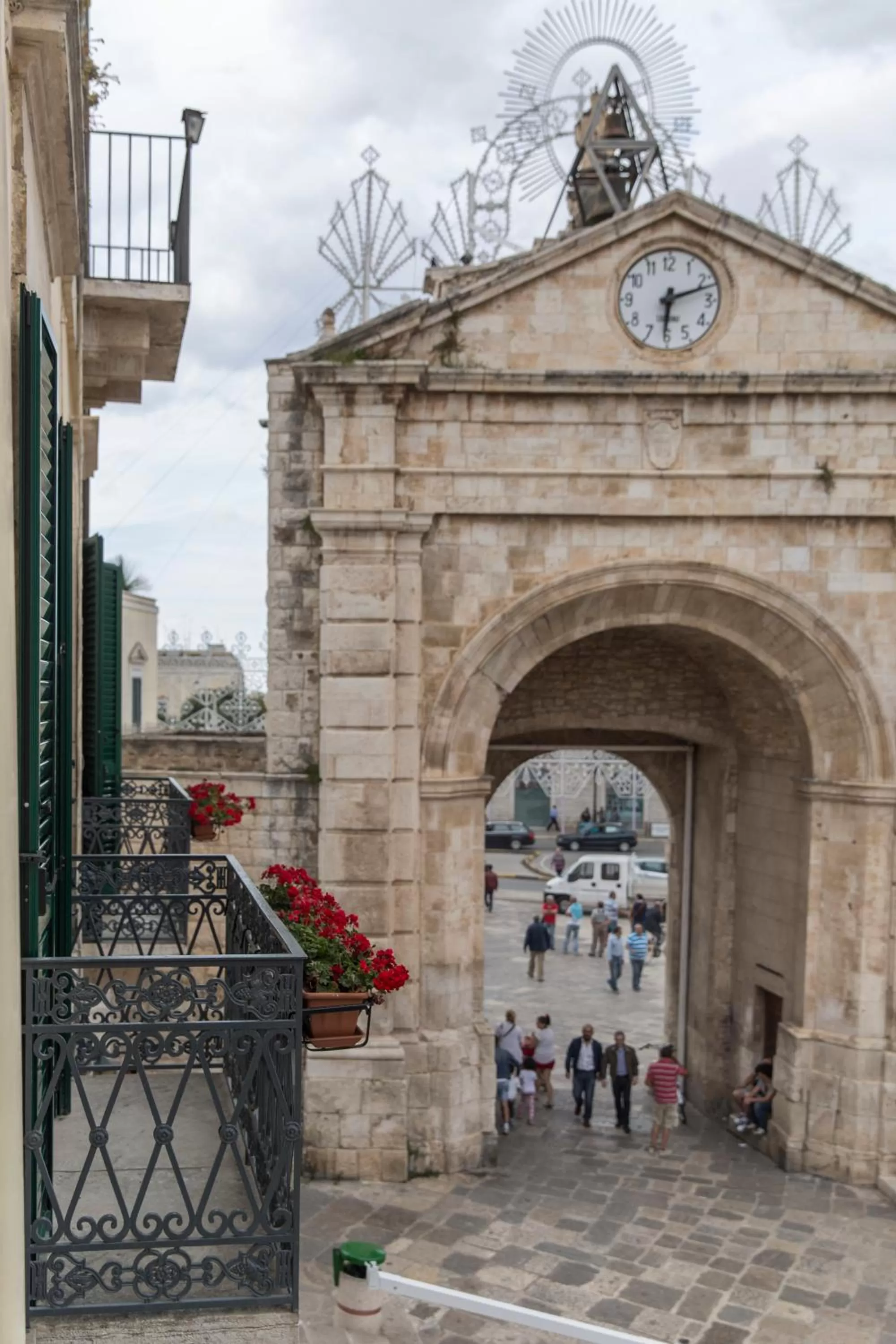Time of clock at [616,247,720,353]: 6:11
